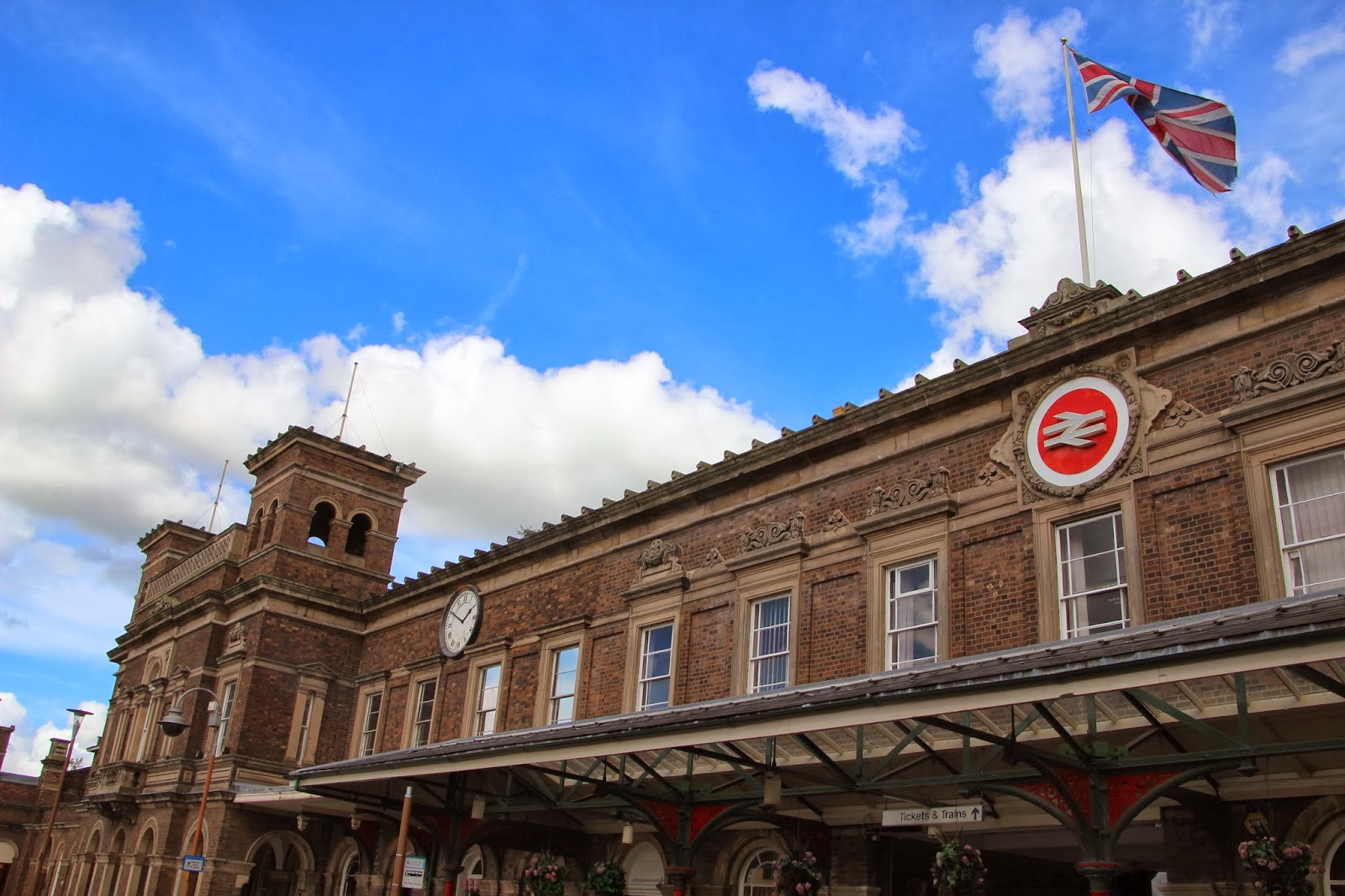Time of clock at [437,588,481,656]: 1:50
